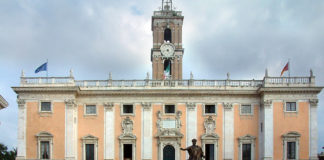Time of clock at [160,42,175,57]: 4:42
